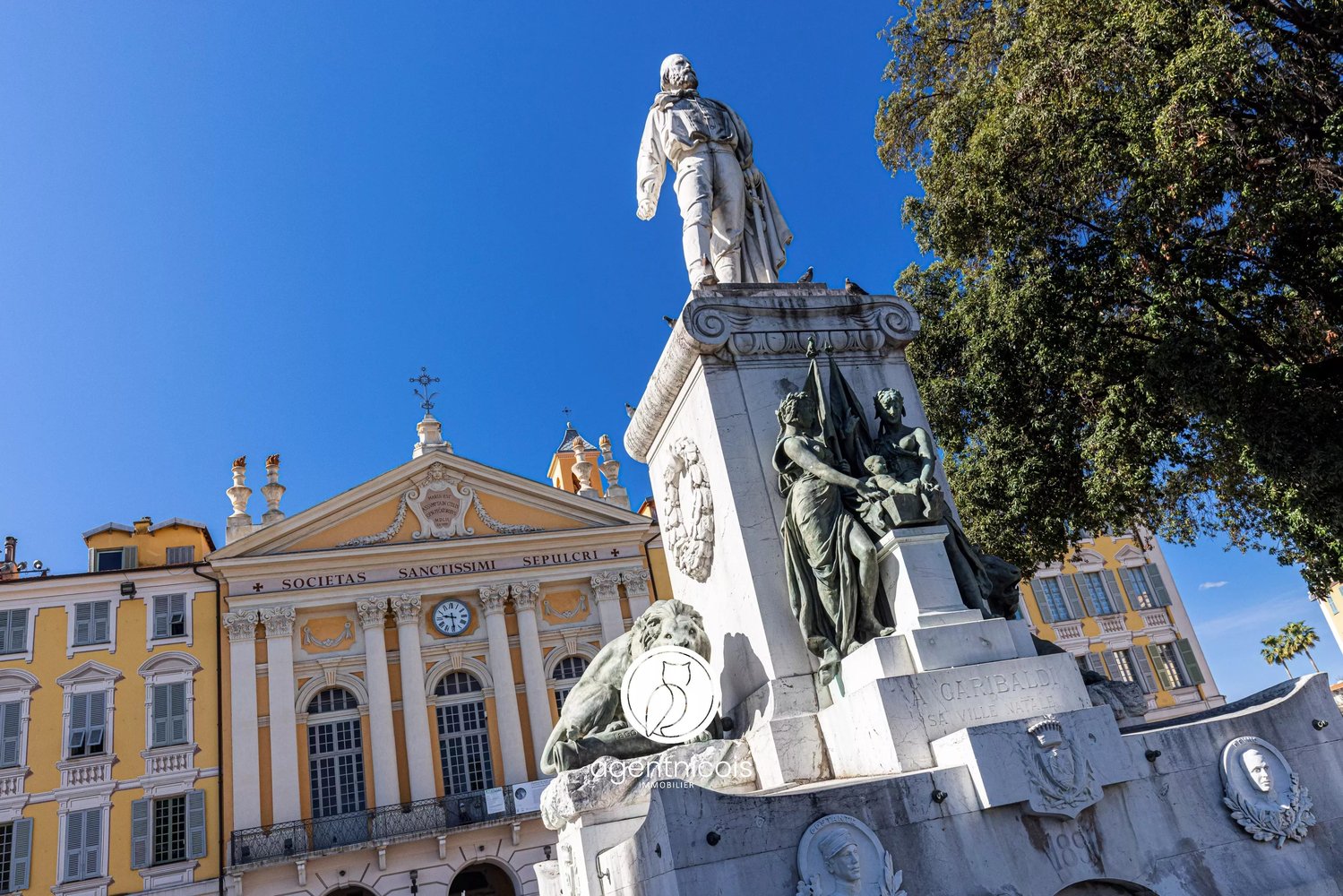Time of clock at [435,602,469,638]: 9:29
